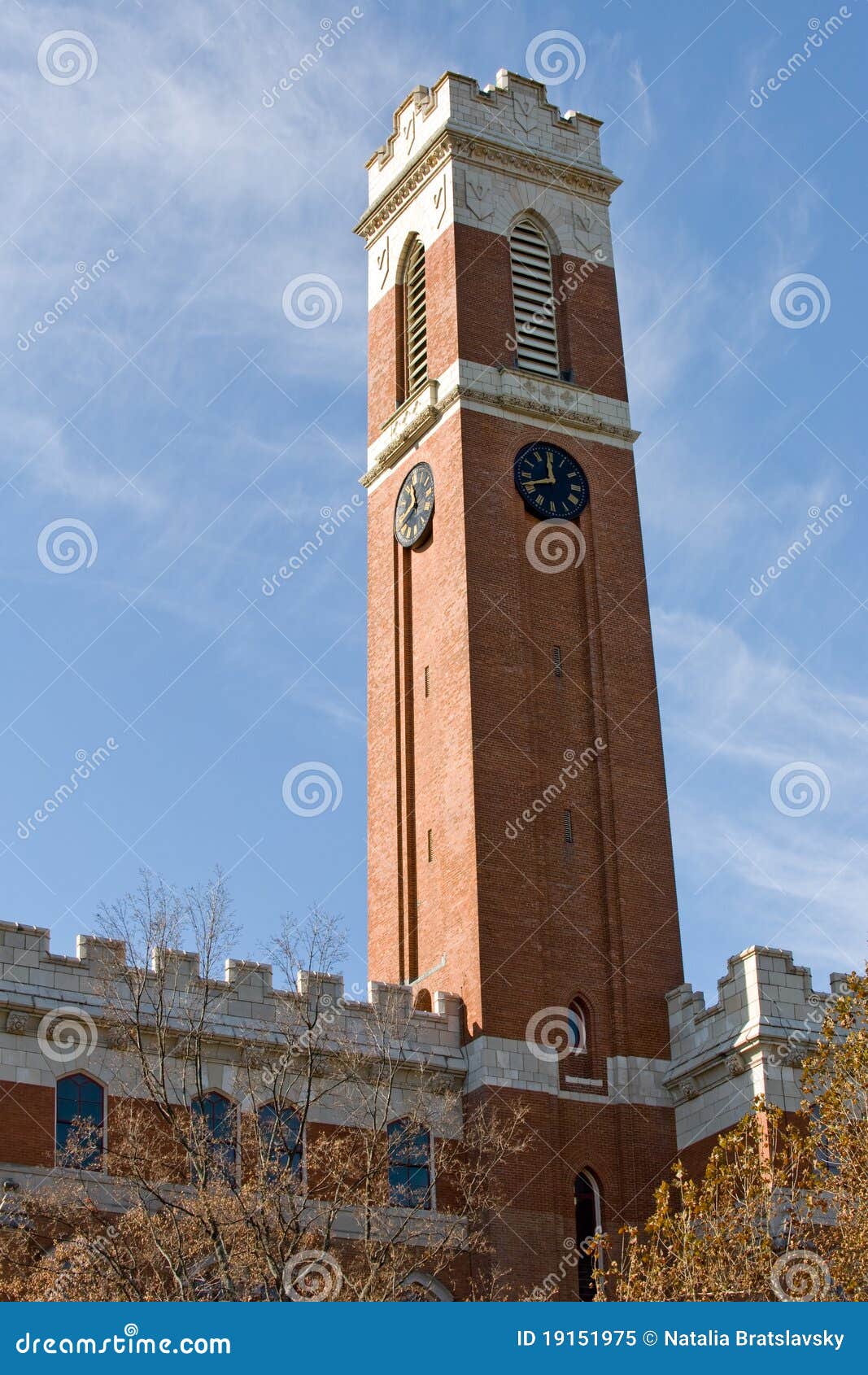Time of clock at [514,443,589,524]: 11:41
